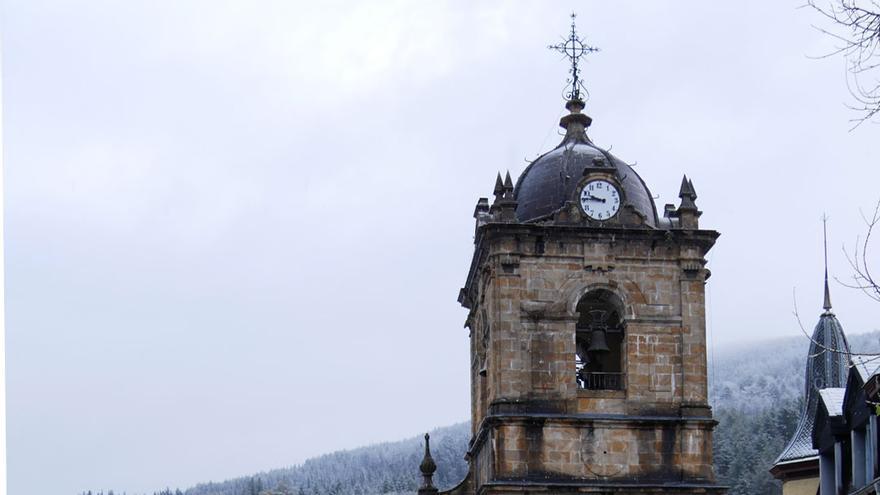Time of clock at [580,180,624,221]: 9:45
